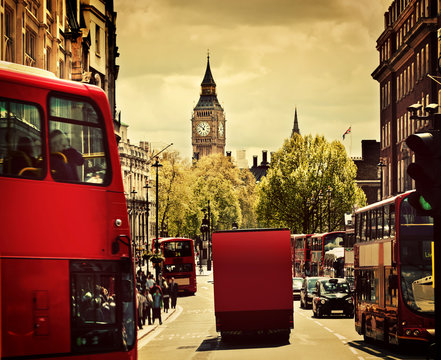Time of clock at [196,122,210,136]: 12:52
